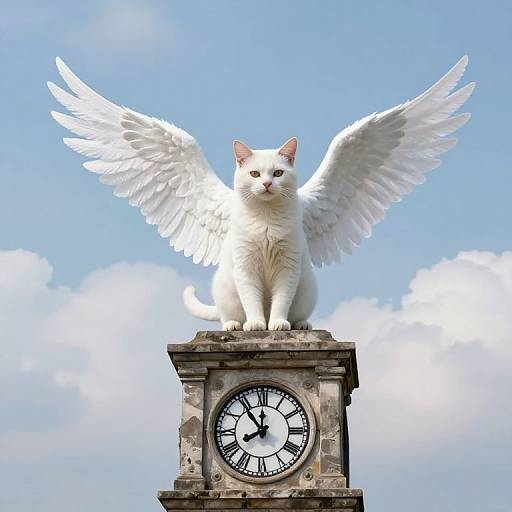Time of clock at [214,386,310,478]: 11:53
